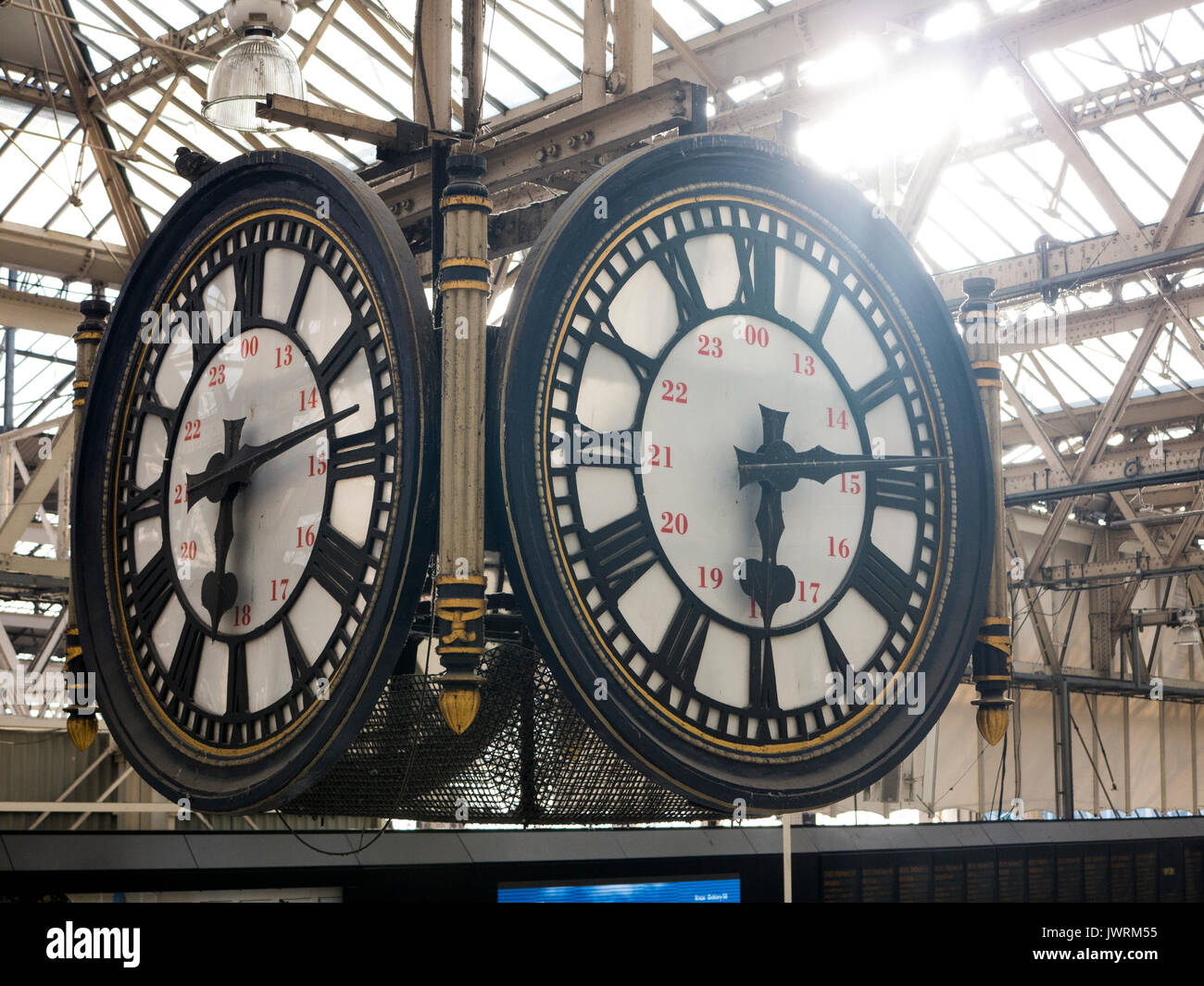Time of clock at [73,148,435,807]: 6:13
